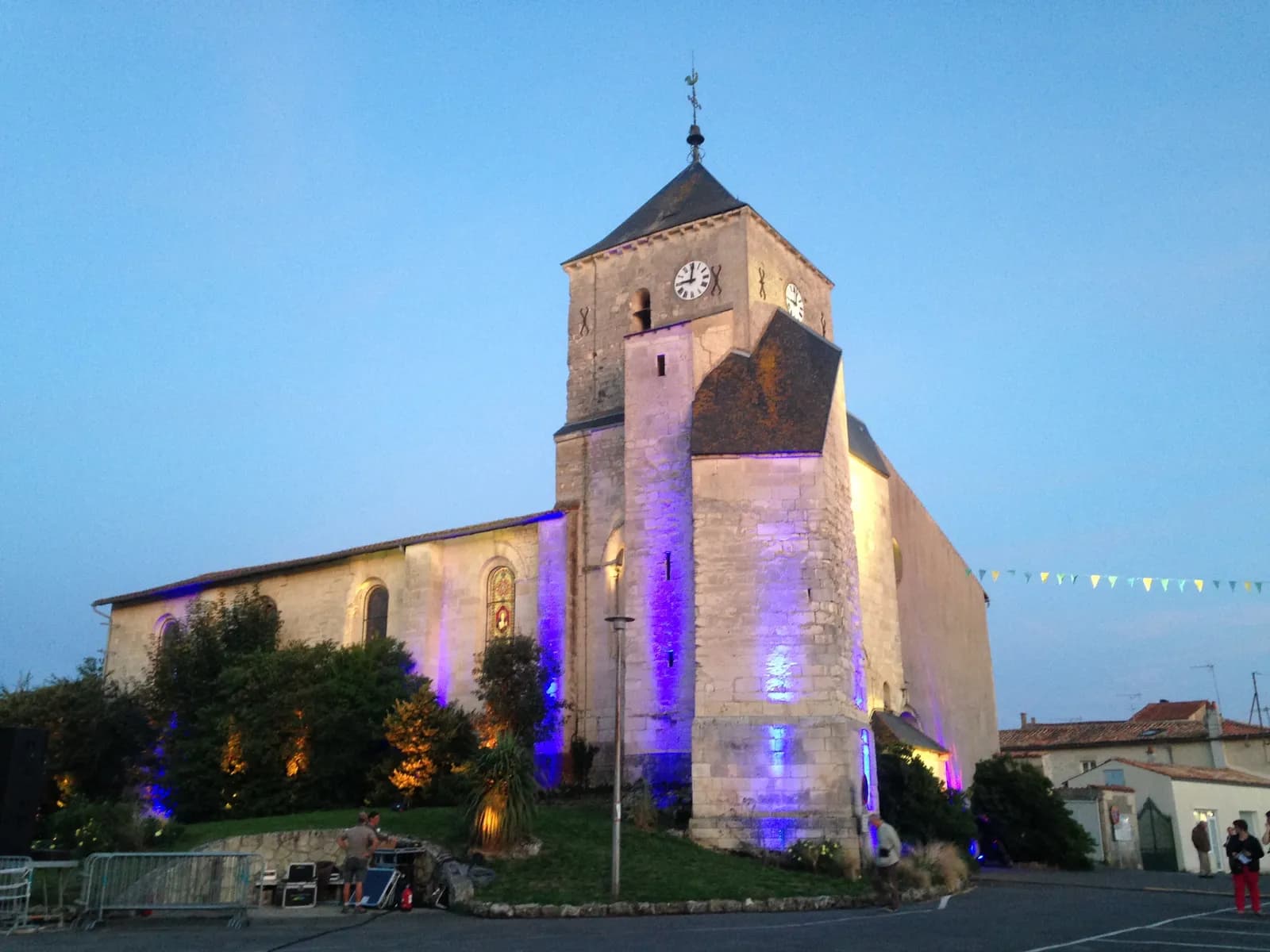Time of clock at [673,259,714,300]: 9:01
